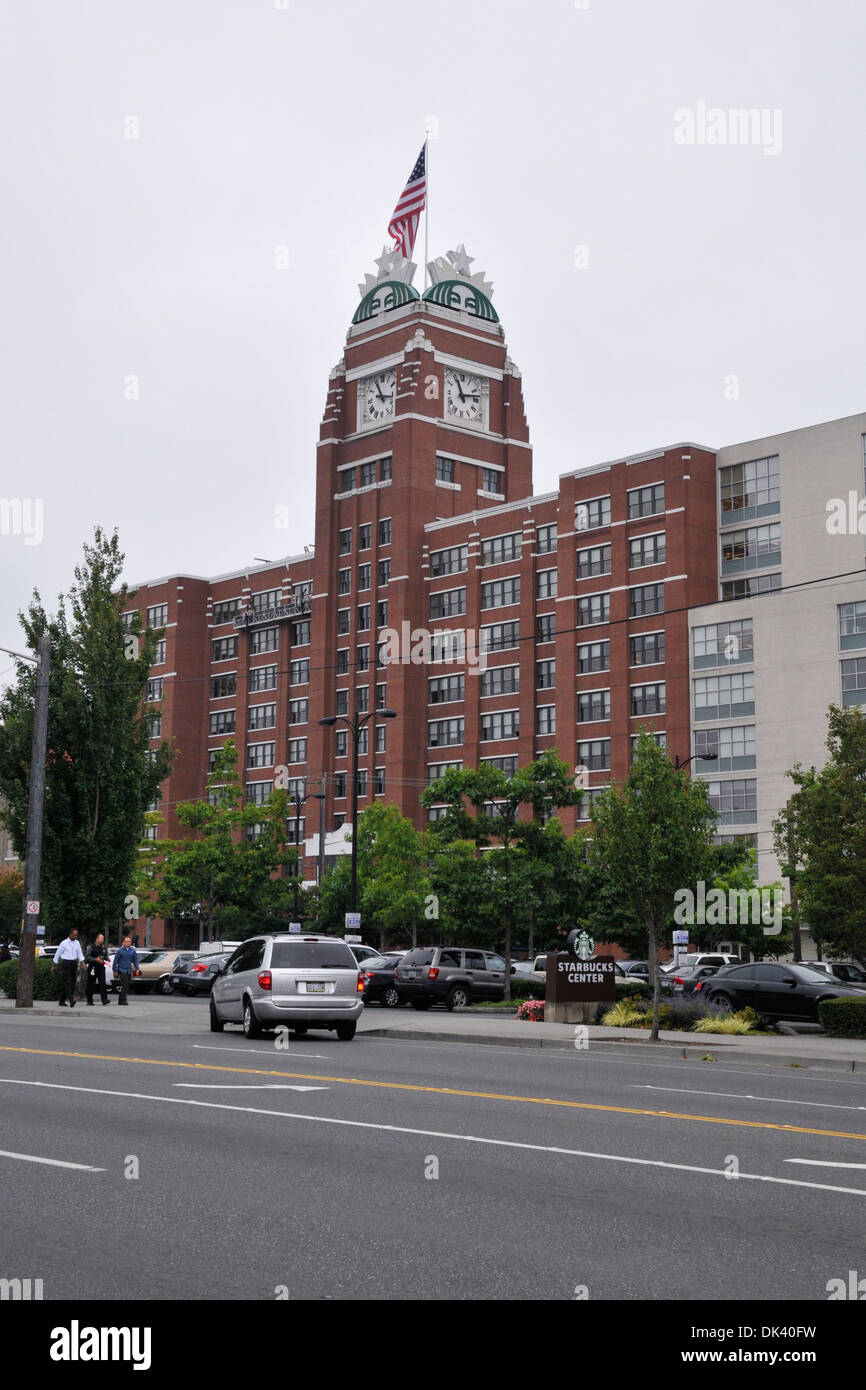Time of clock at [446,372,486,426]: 11:12
